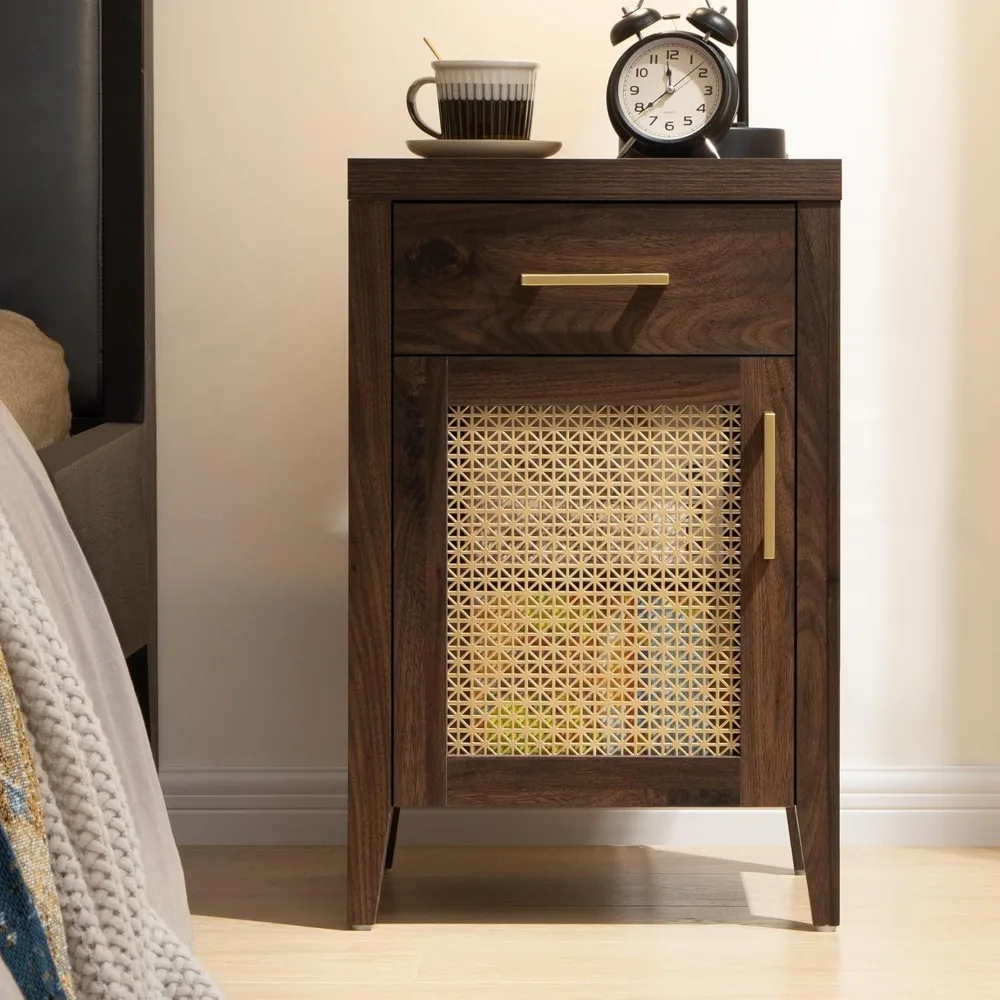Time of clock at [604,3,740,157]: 11:38
